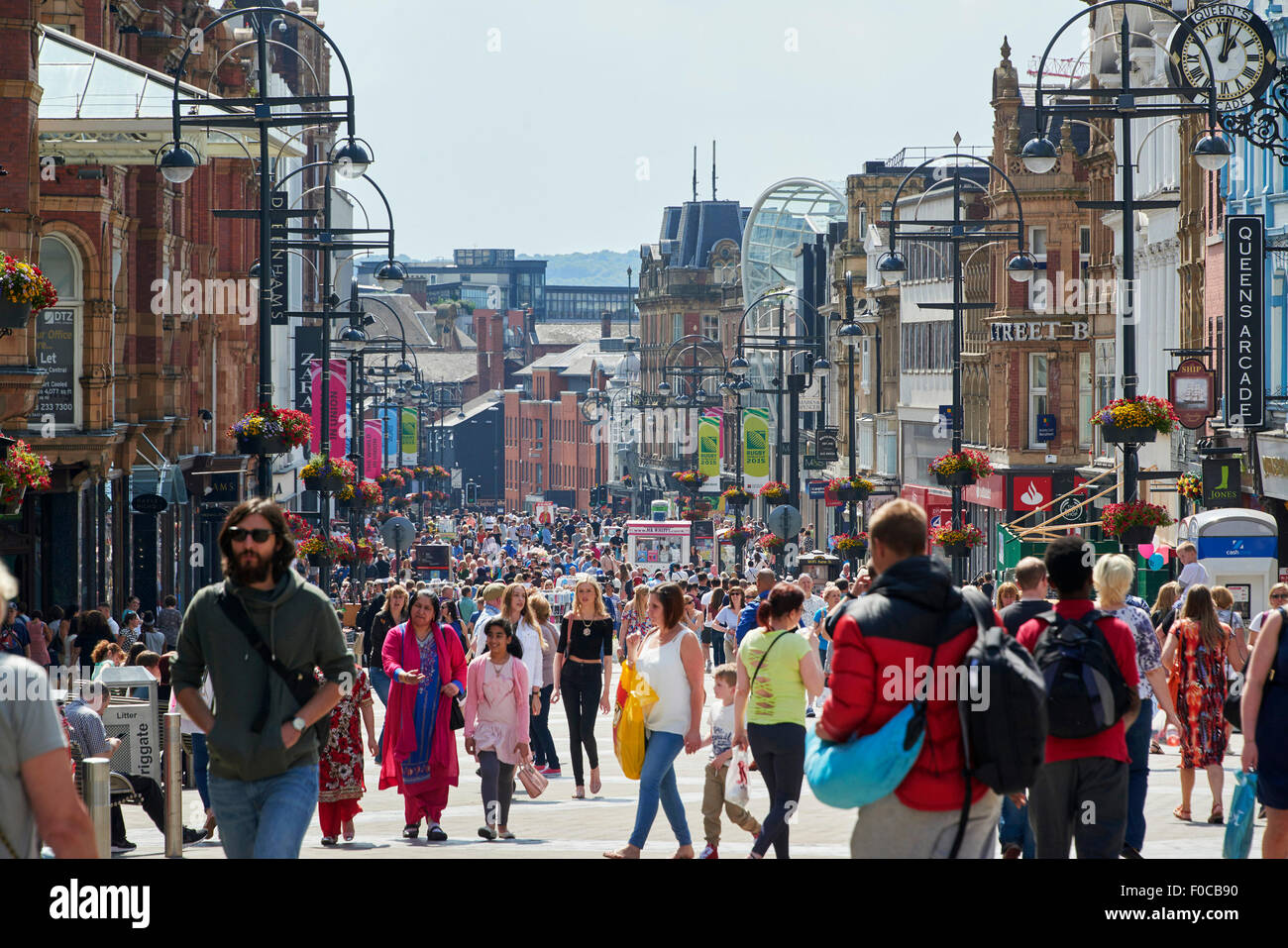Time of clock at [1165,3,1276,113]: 1:02
